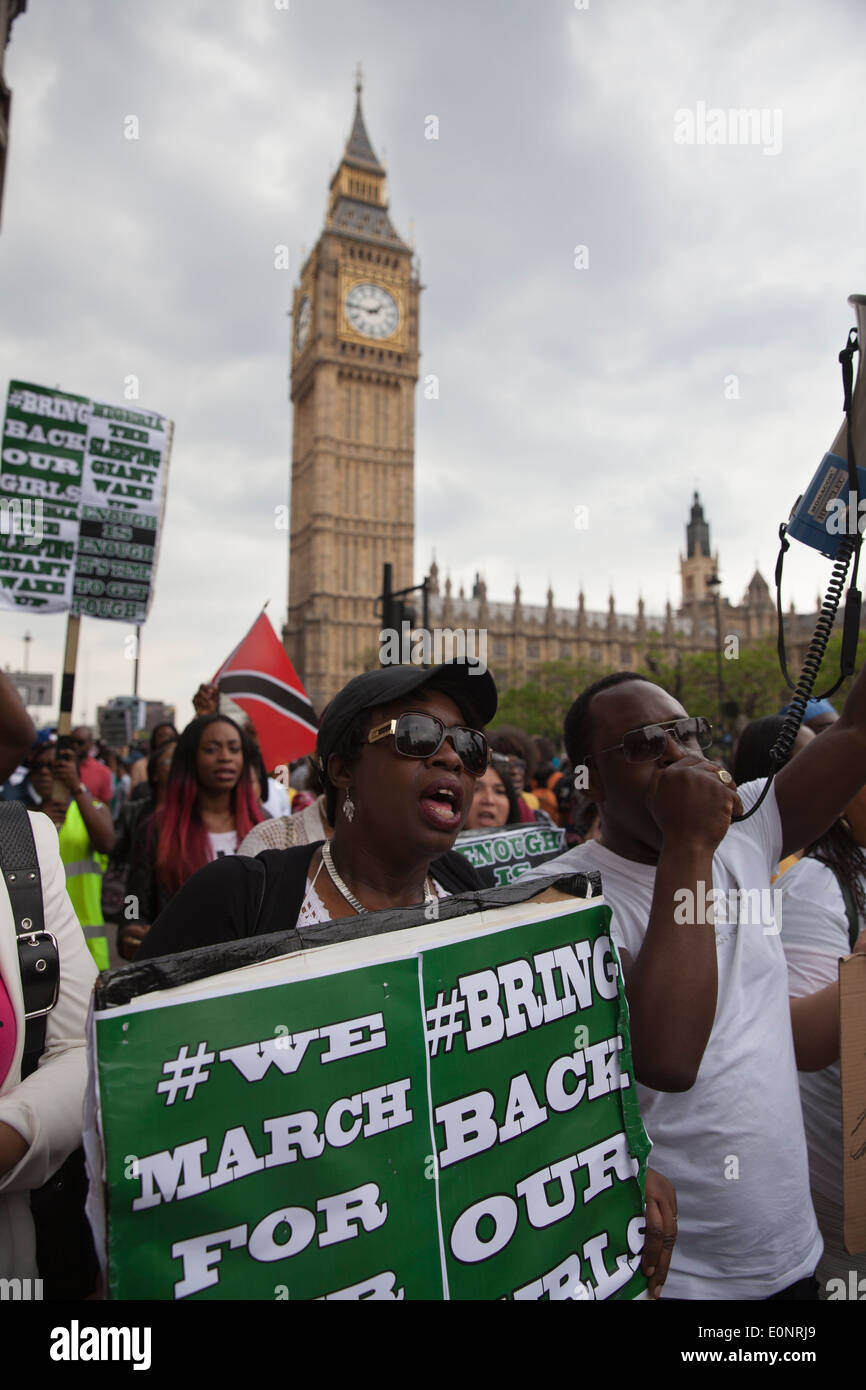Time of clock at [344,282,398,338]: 1:46
